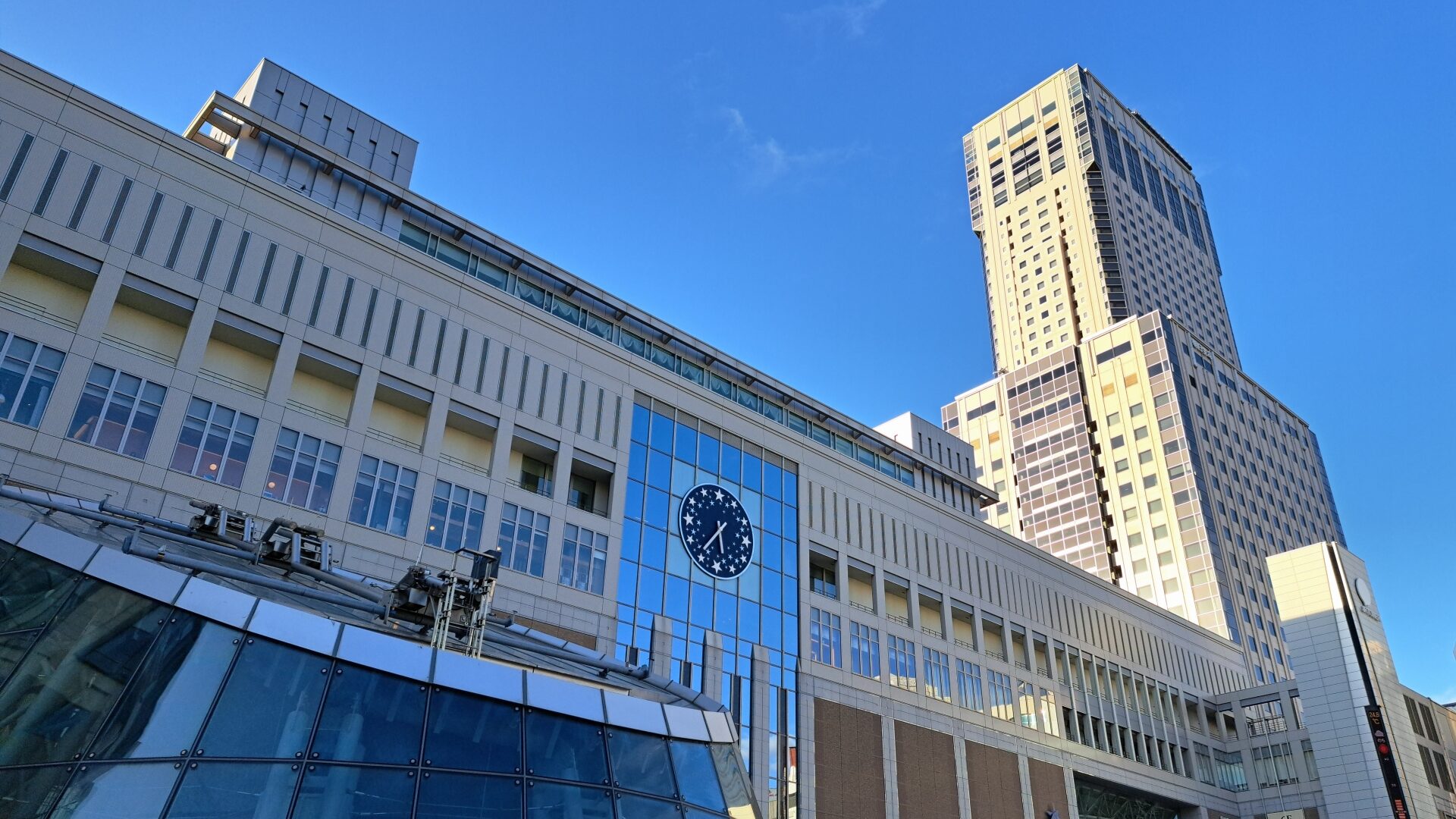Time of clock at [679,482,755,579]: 5:36
